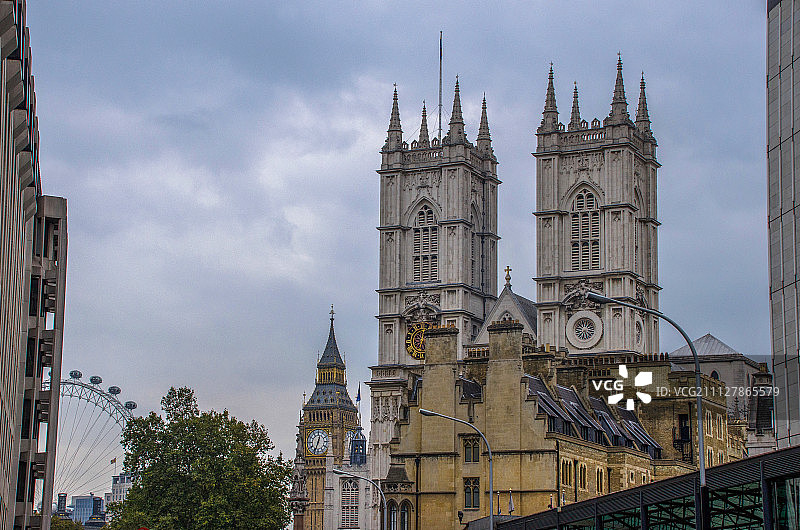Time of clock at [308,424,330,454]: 12:33
